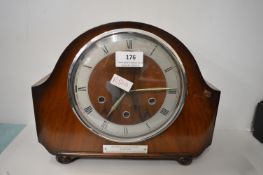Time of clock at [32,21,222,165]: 9:35
